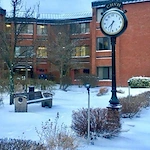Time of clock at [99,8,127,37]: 7:32
